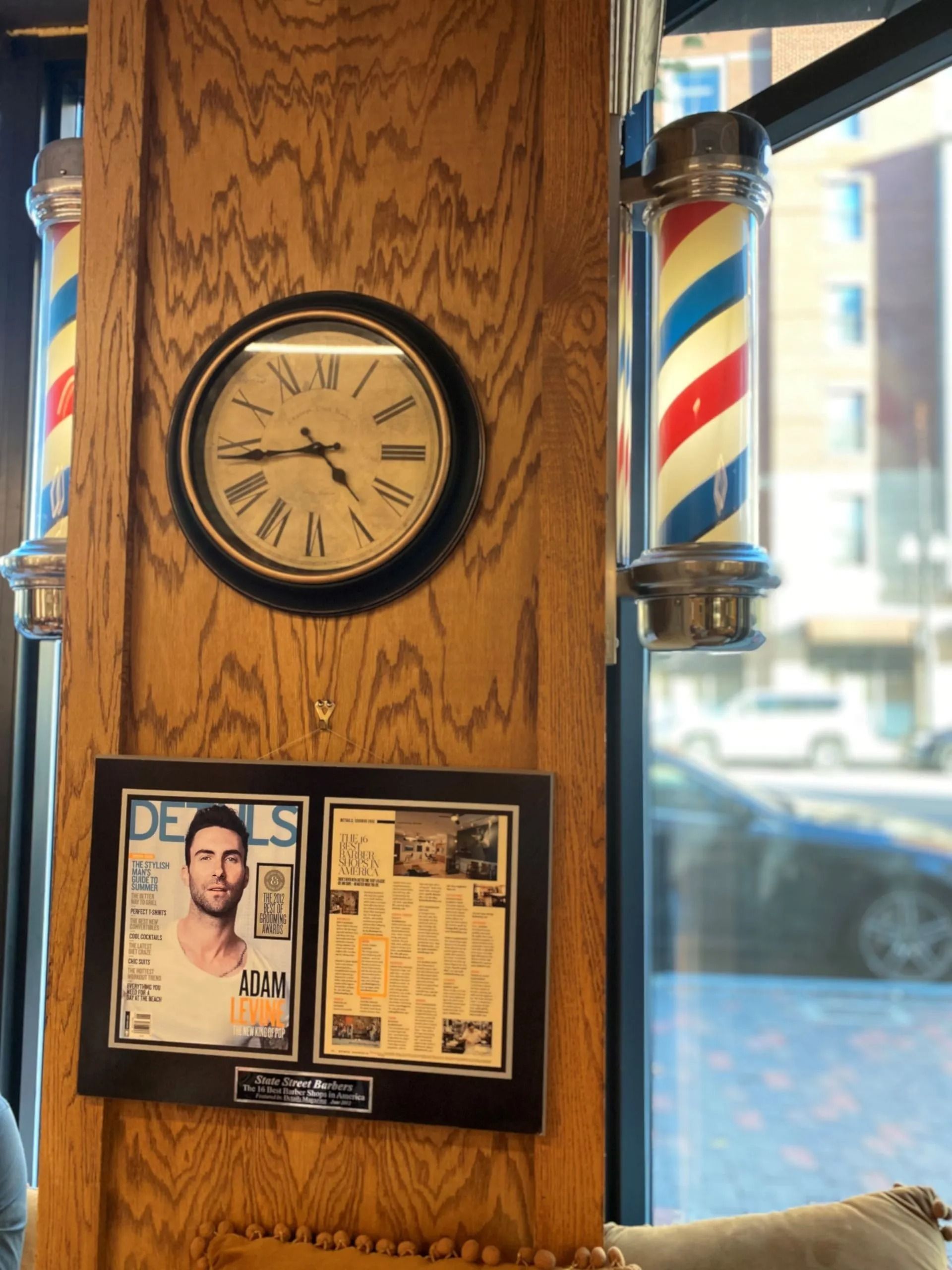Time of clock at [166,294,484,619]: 4:43
